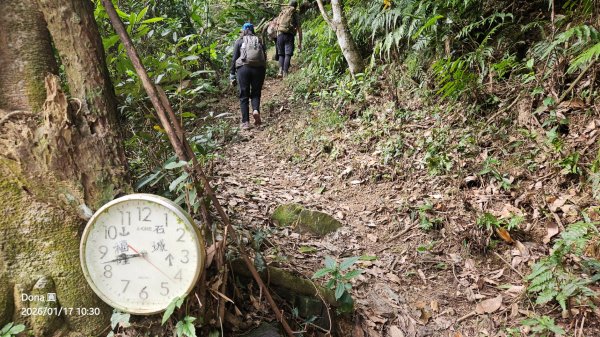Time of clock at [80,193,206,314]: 8:42
